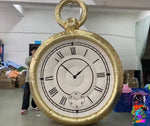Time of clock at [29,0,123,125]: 1:52
